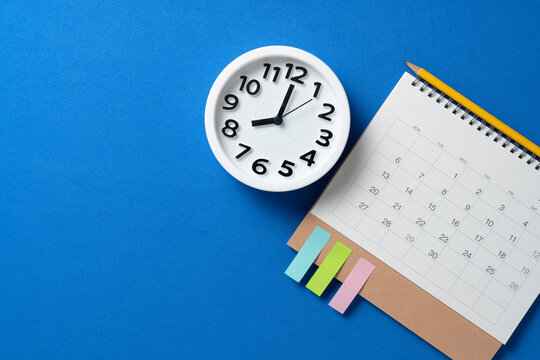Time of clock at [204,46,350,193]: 8:00
